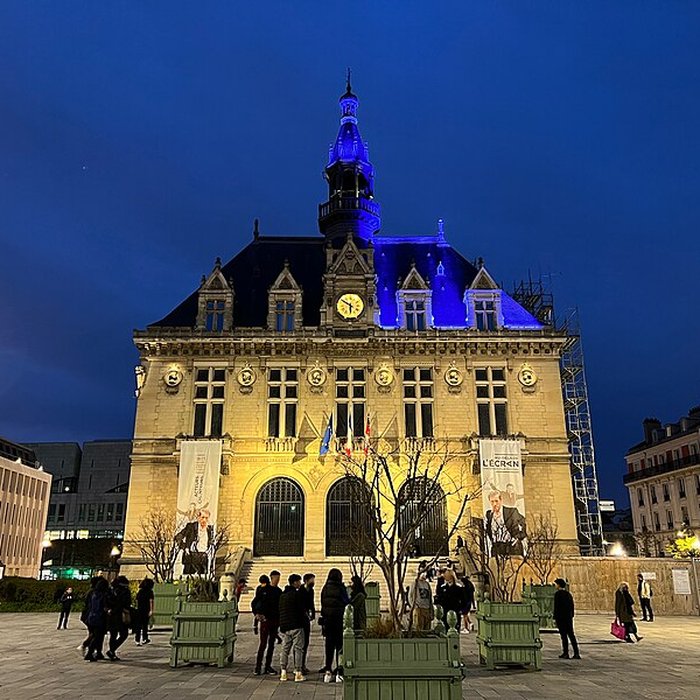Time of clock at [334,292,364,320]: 5:49
